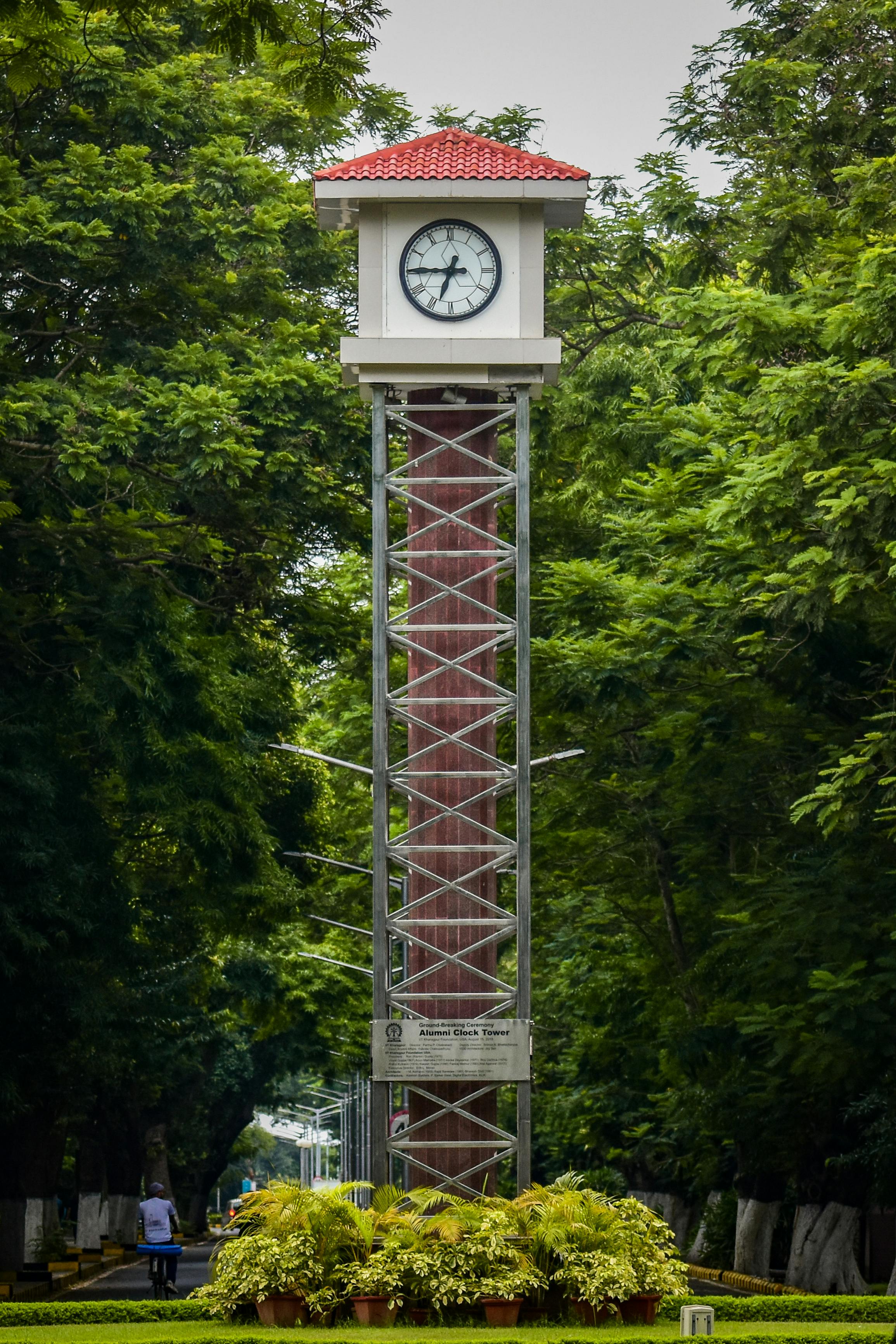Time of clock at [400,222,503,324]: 6:45
